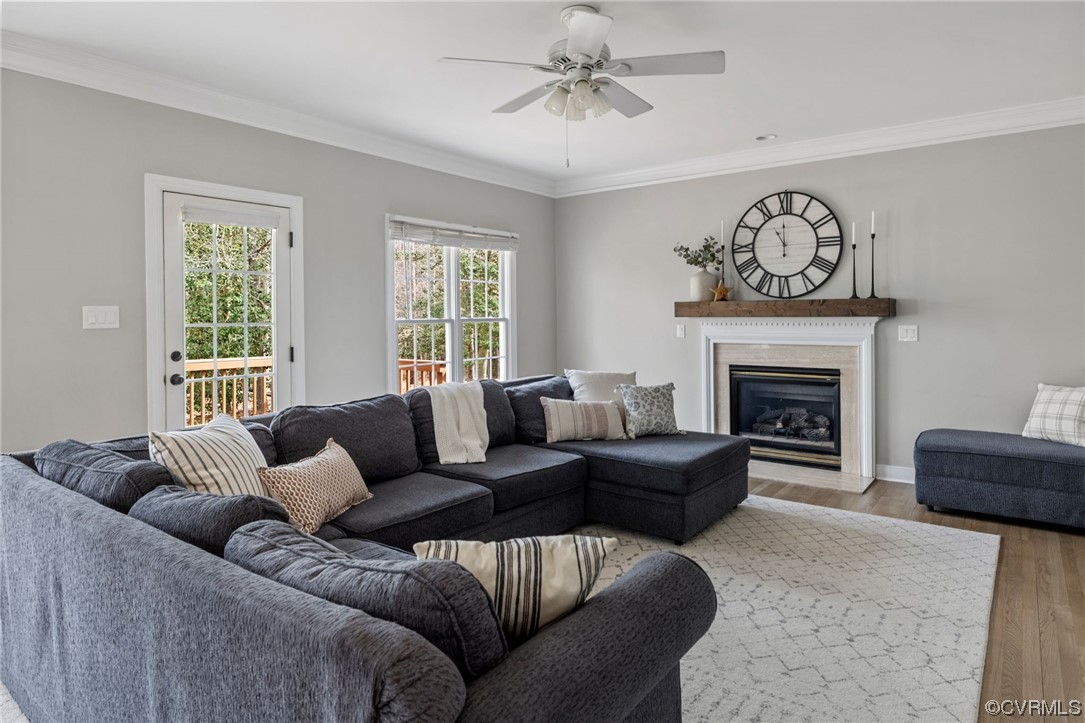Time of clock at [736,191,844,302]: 10:59
